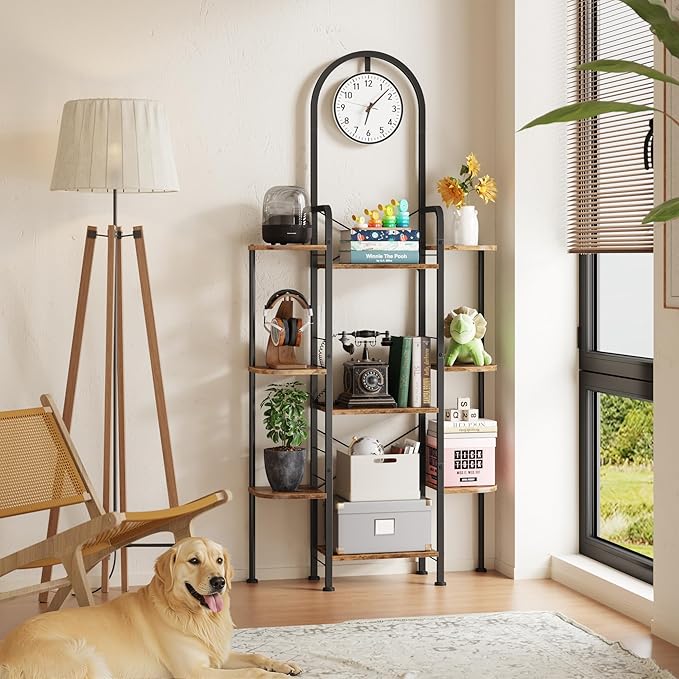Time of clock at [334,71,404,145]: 6:07
